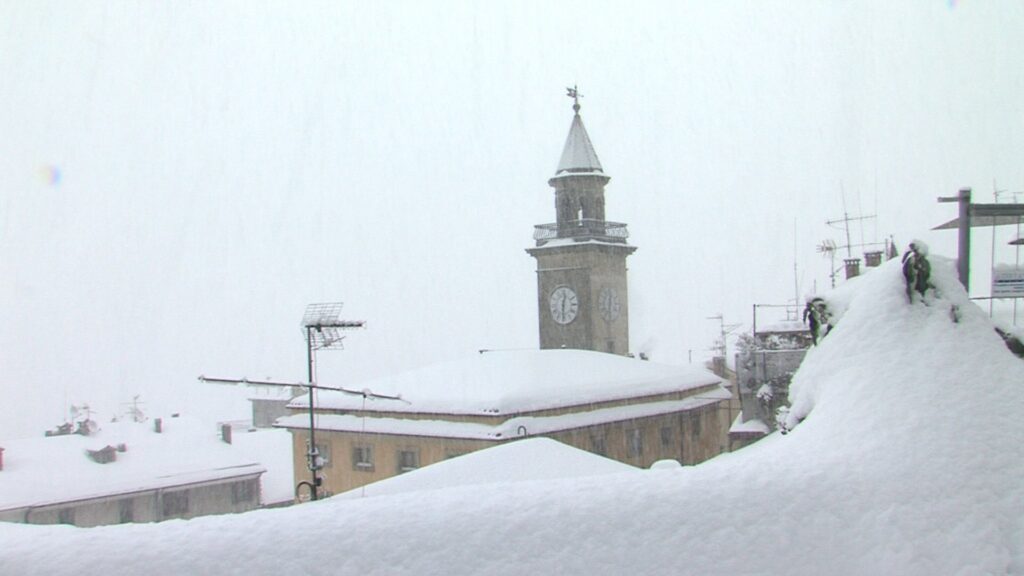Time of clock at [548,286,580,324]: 12:30
